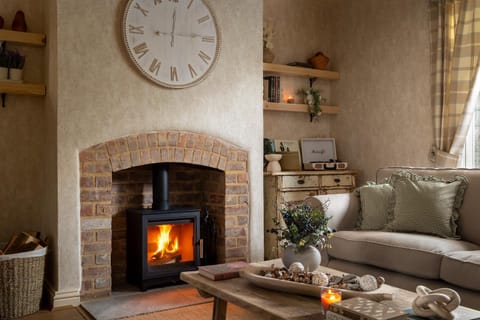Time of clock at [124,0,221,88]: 12:14
